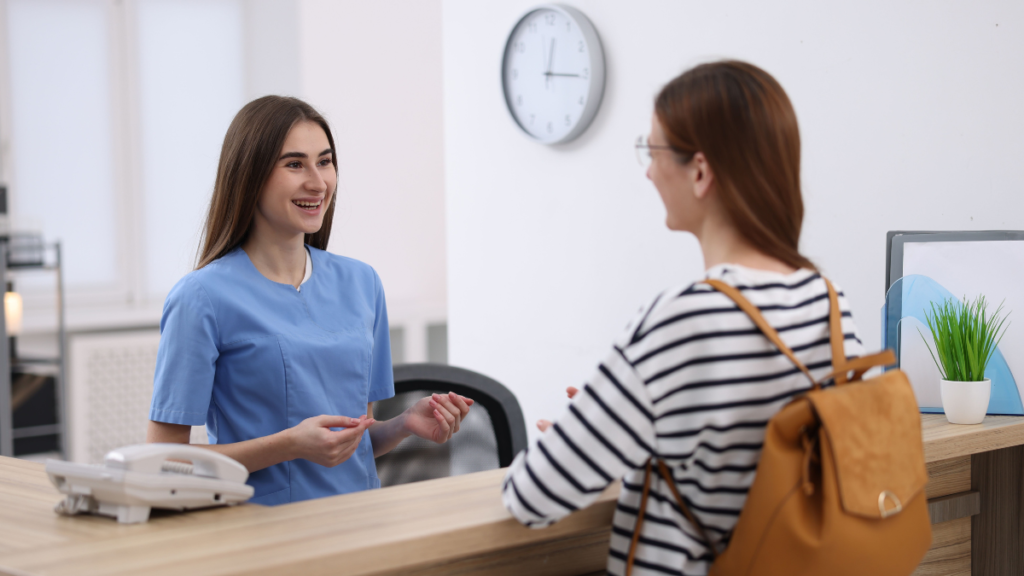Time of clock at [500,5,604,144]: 12:15
